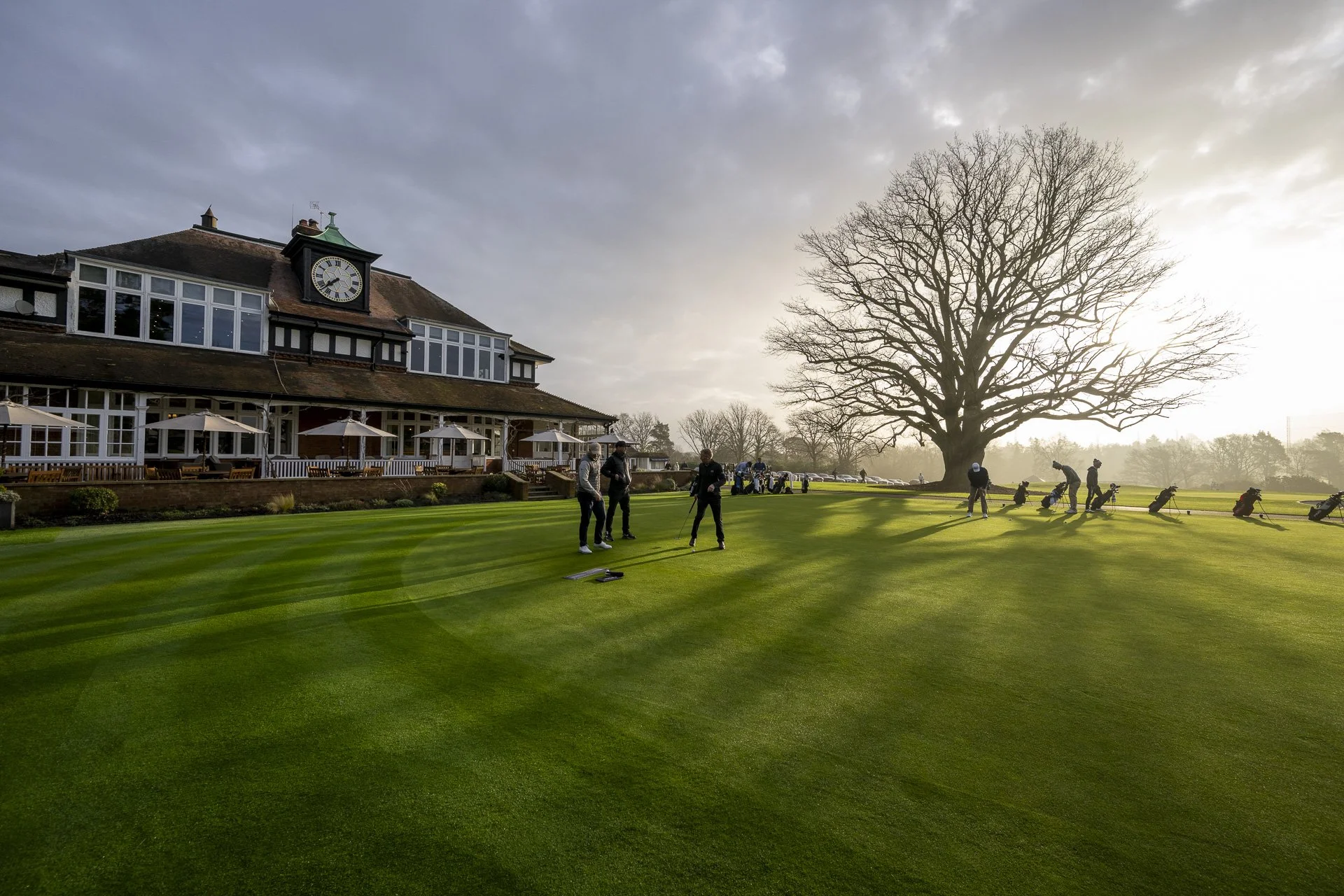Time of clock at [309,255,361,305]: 7:37
